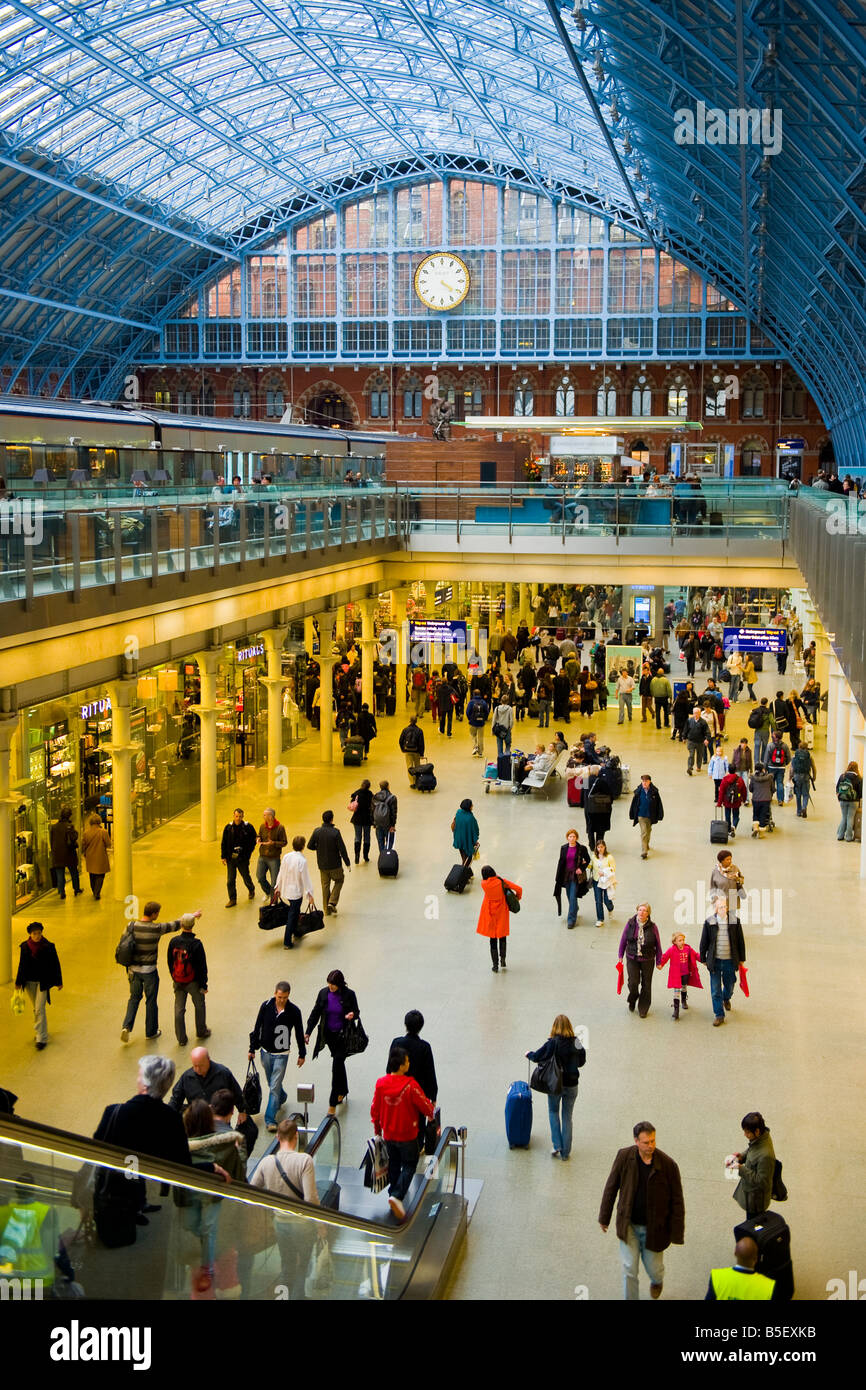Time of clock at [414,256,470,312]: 4:20
